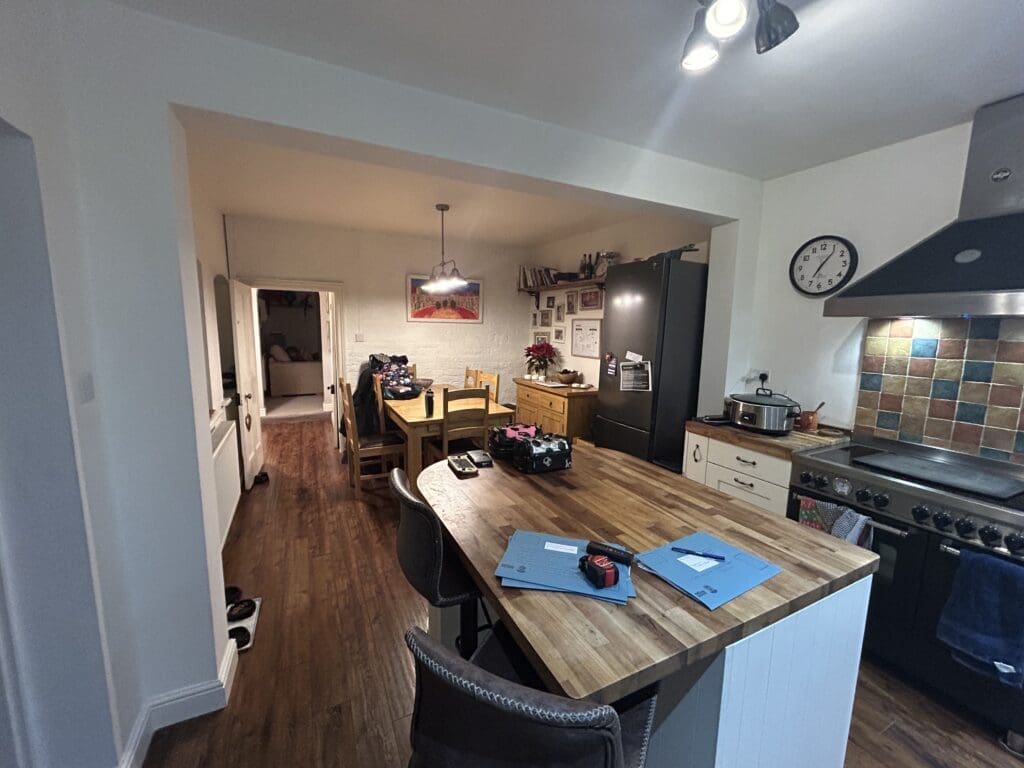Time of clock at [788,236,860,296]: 7:06
